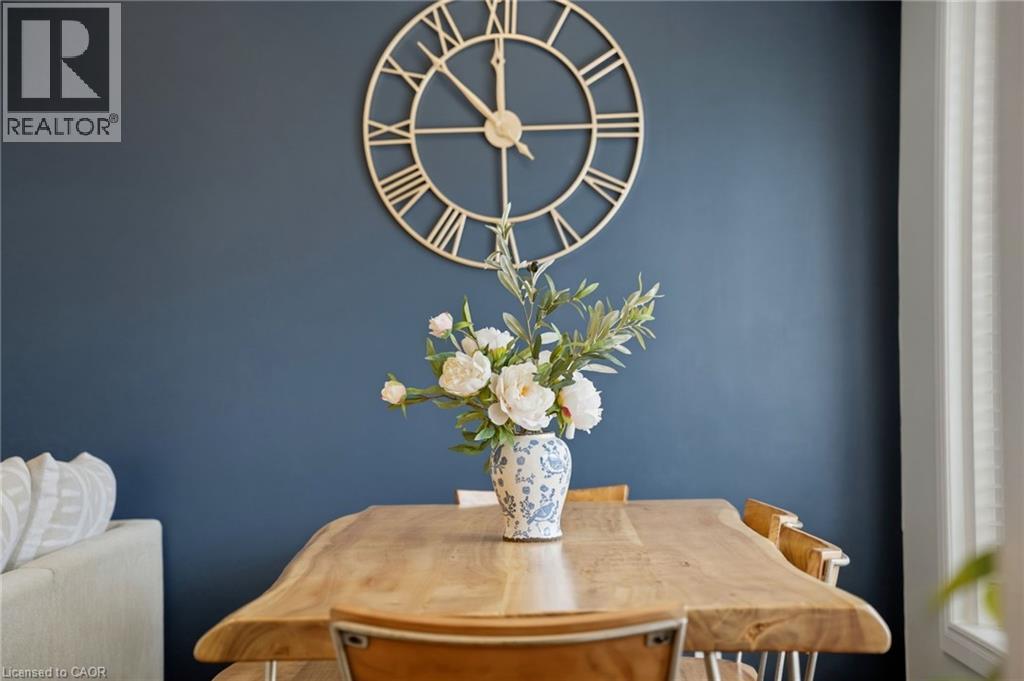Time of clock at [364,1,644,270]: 11:52
